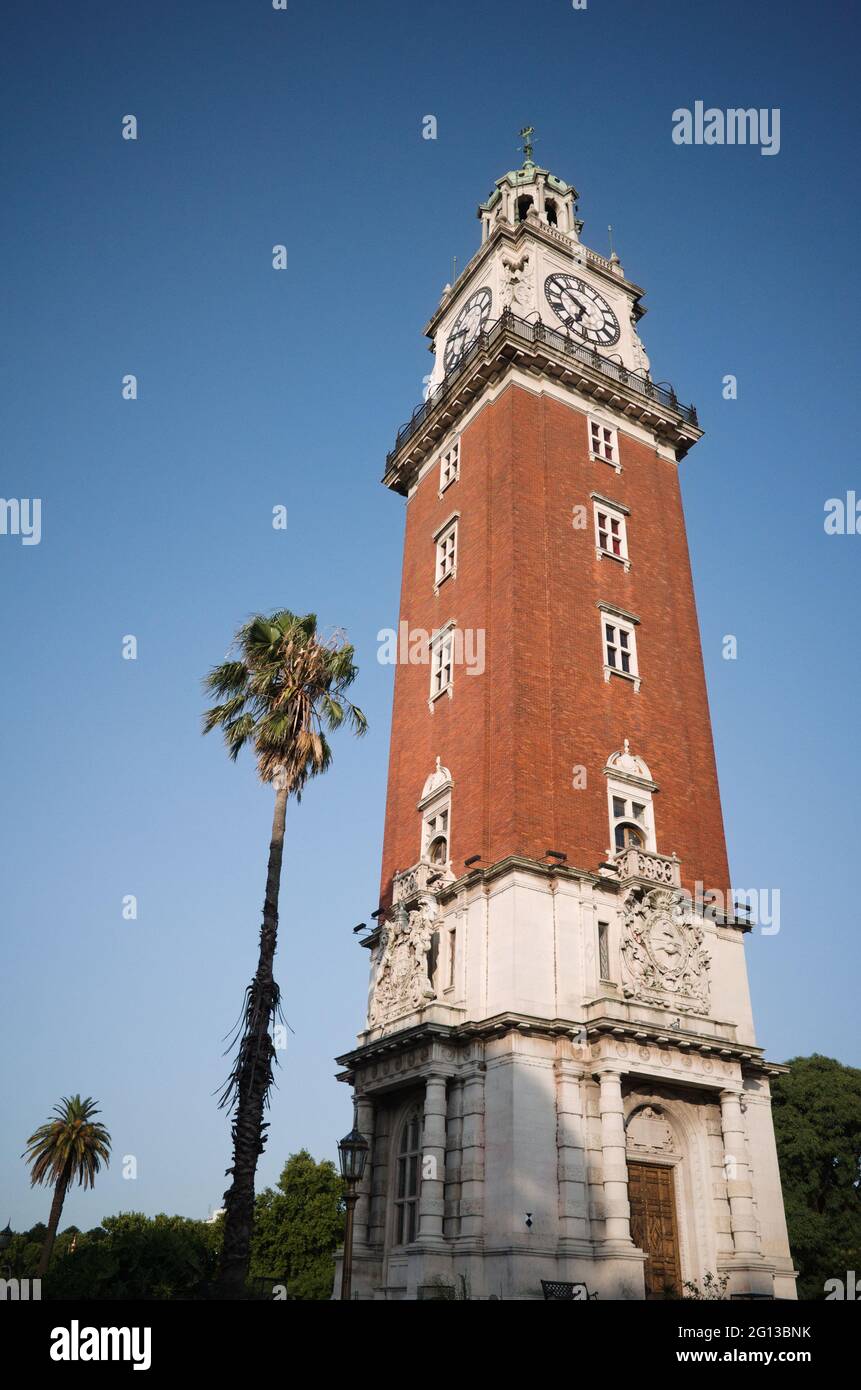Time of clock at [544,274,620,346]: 6:50
